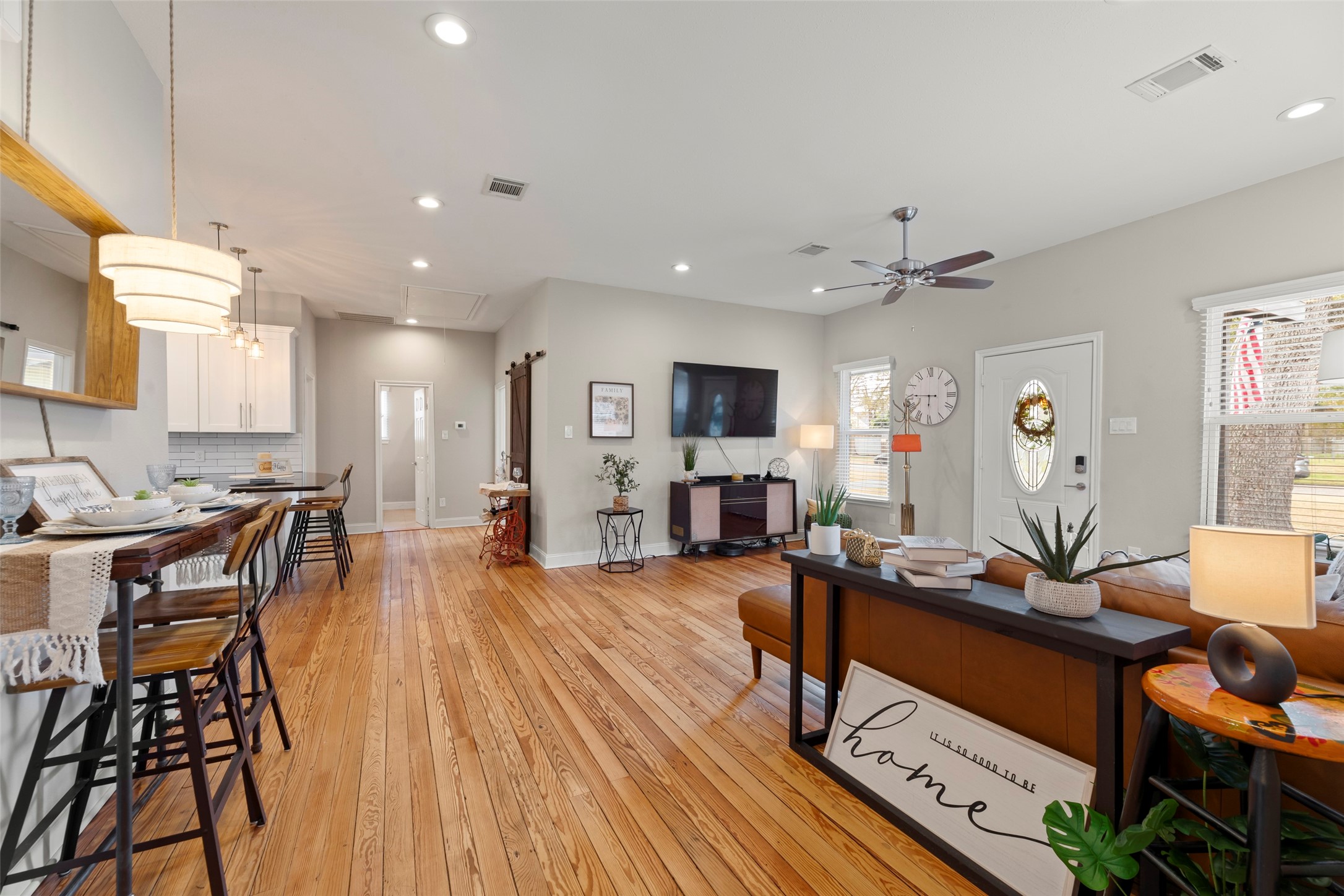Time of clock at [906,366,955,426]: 5:45
